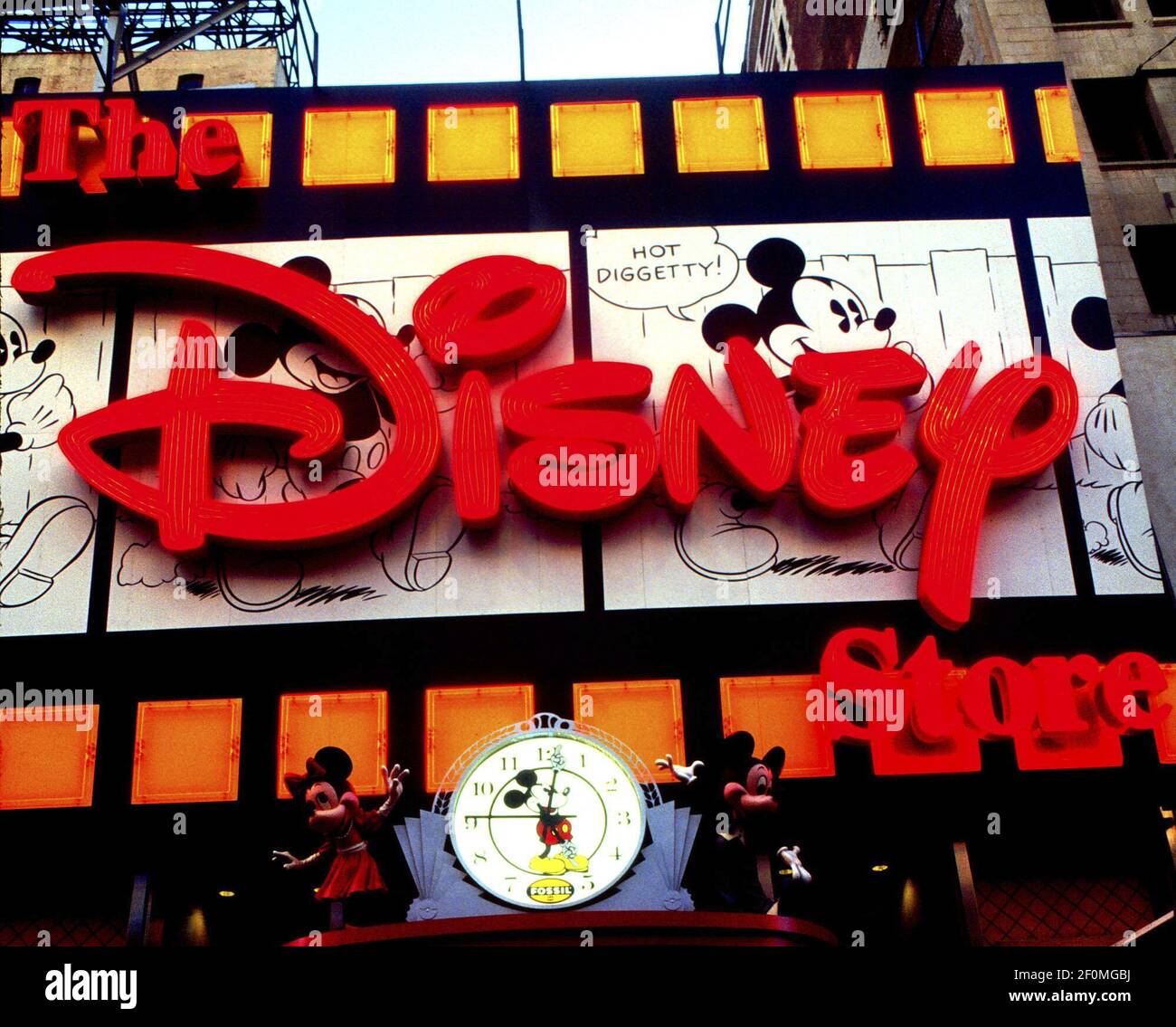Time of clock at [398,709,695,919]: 5:01
